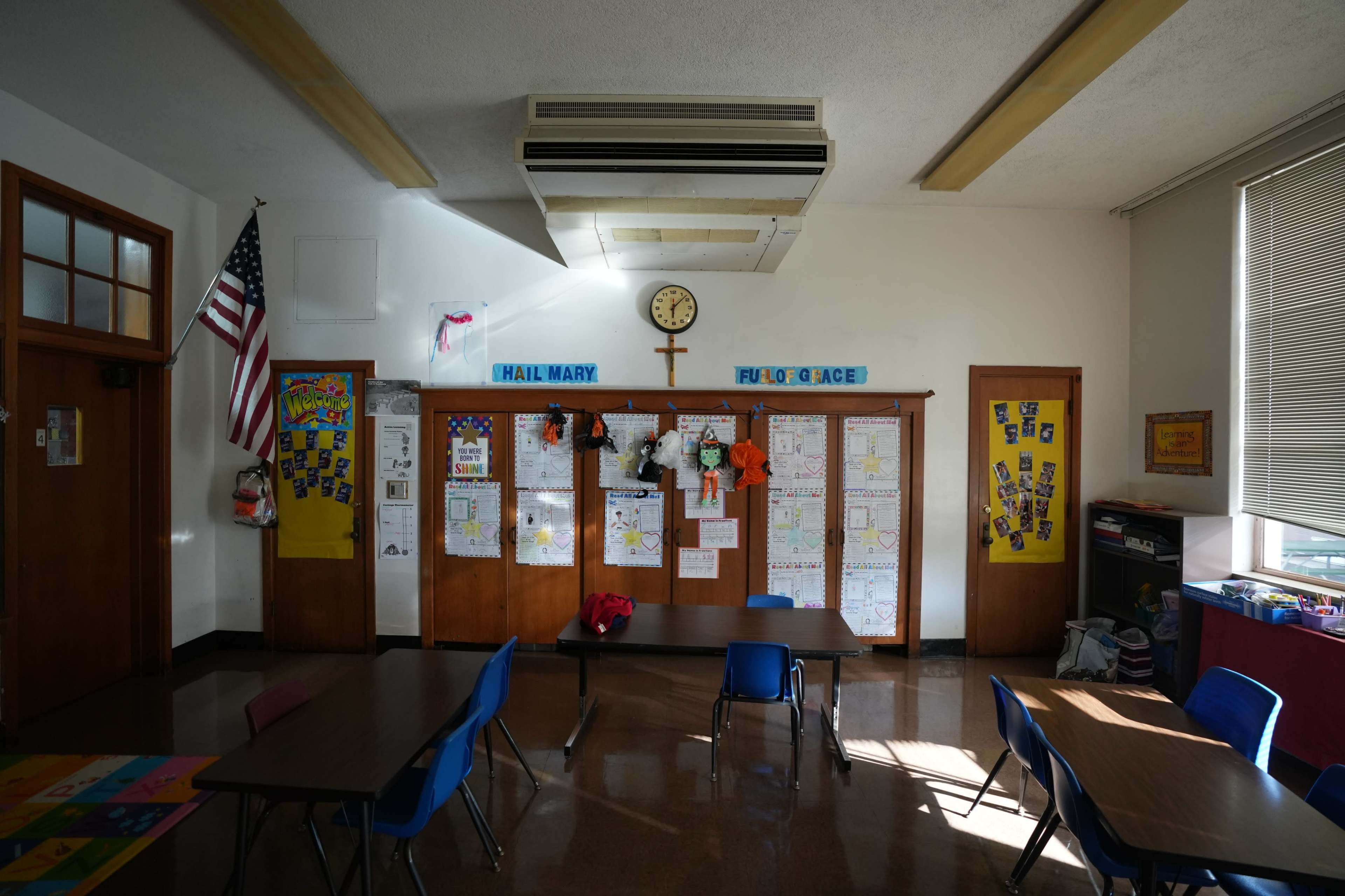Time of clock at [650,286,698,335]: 6:07
